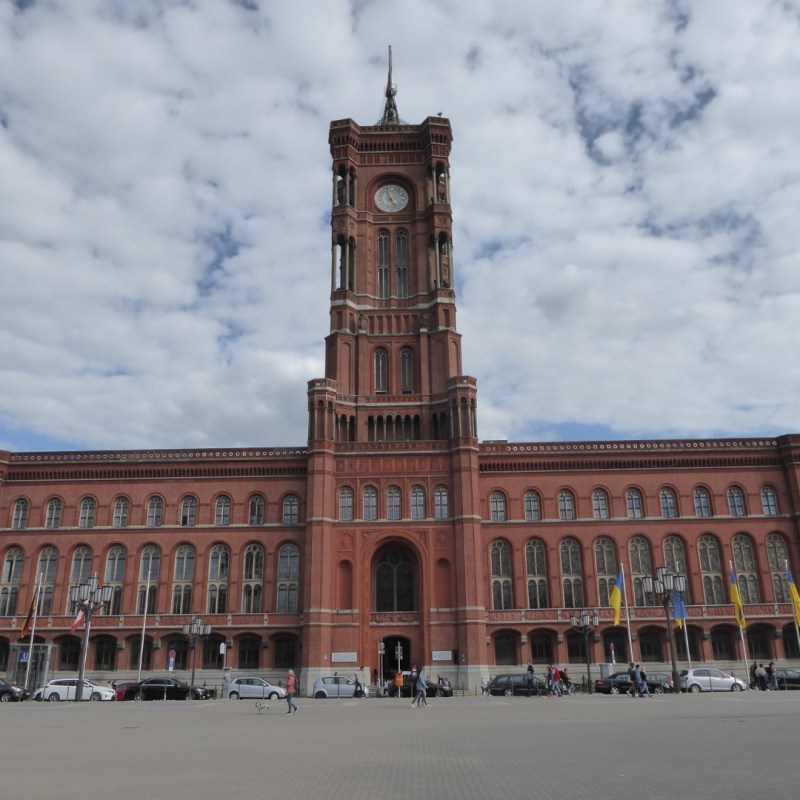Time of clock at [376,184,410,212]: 4:57
